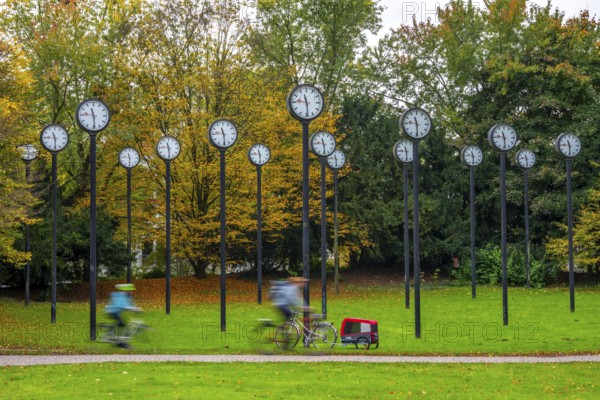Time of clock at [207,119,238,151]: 11:29
